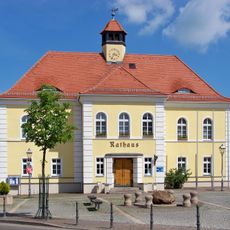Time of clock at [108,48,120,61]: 3:35
